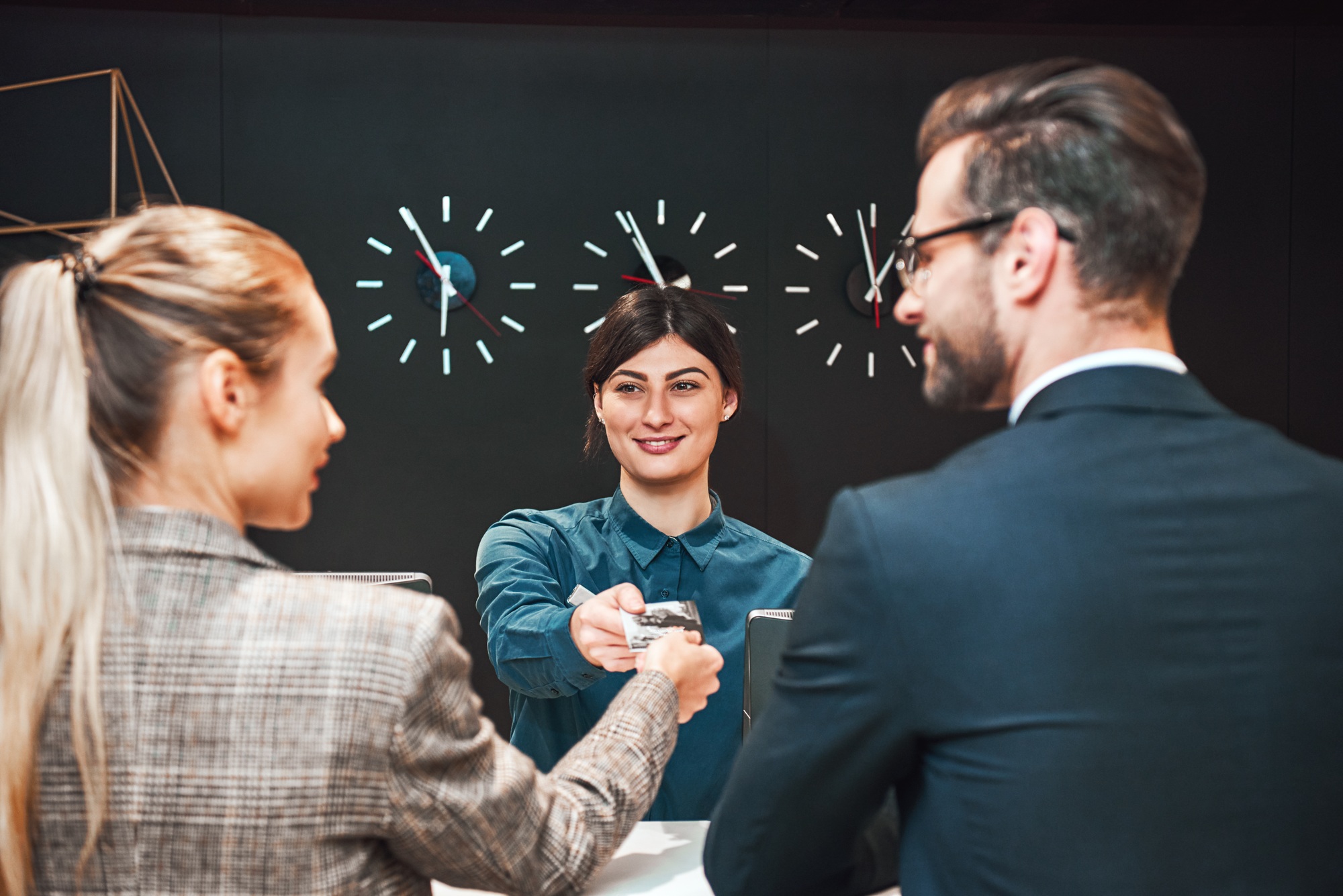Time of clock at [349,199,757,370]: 5:55
